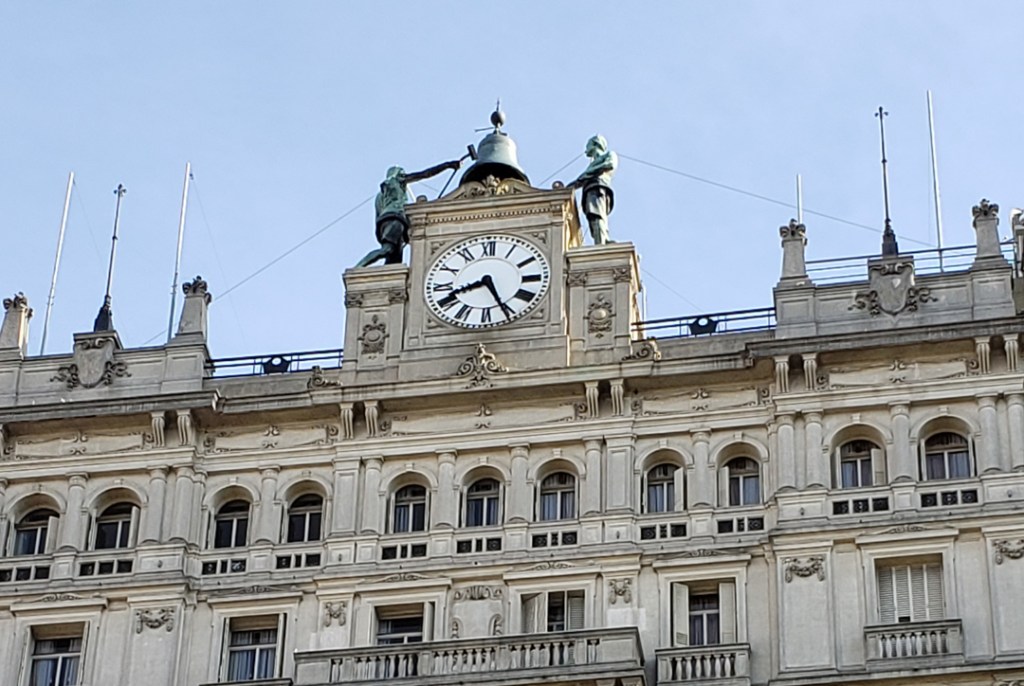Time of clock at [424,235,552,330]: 8:25
